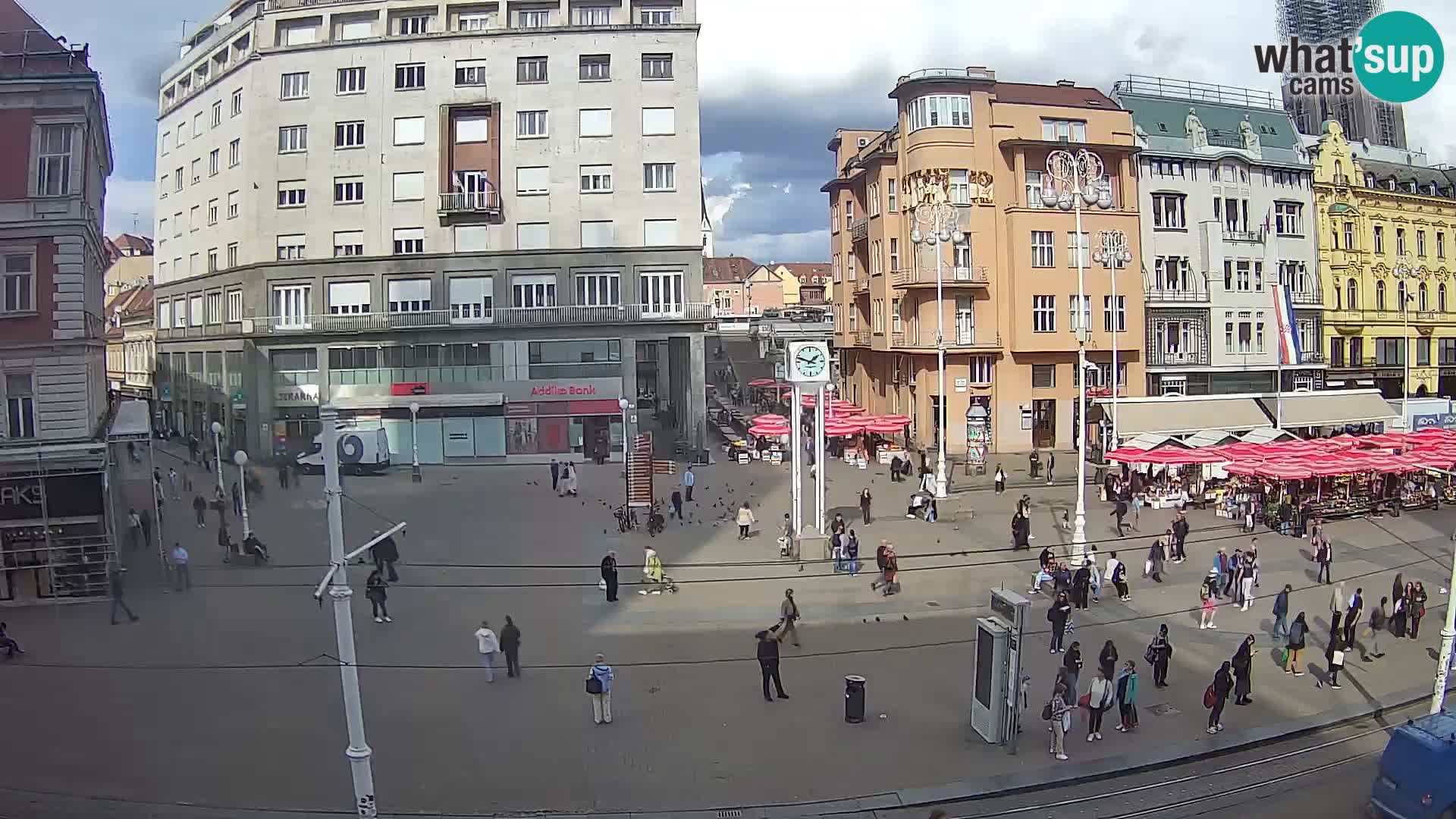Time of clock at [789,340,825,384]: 1:48
